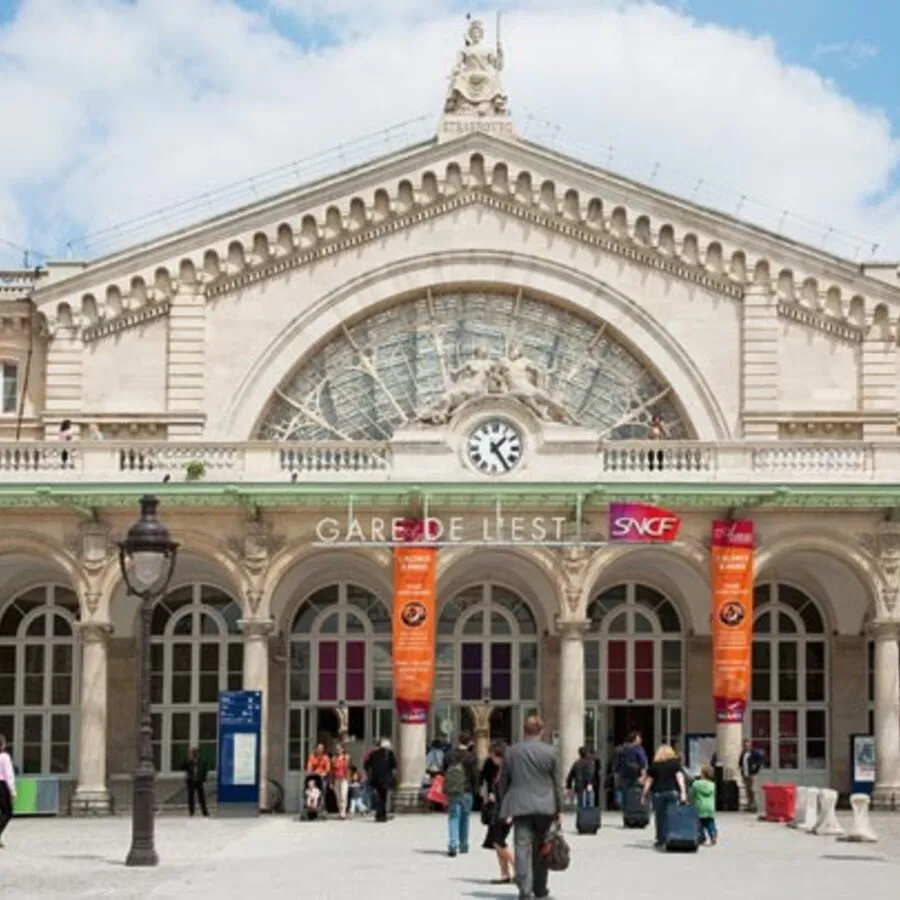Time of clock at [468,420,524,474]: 1:24
